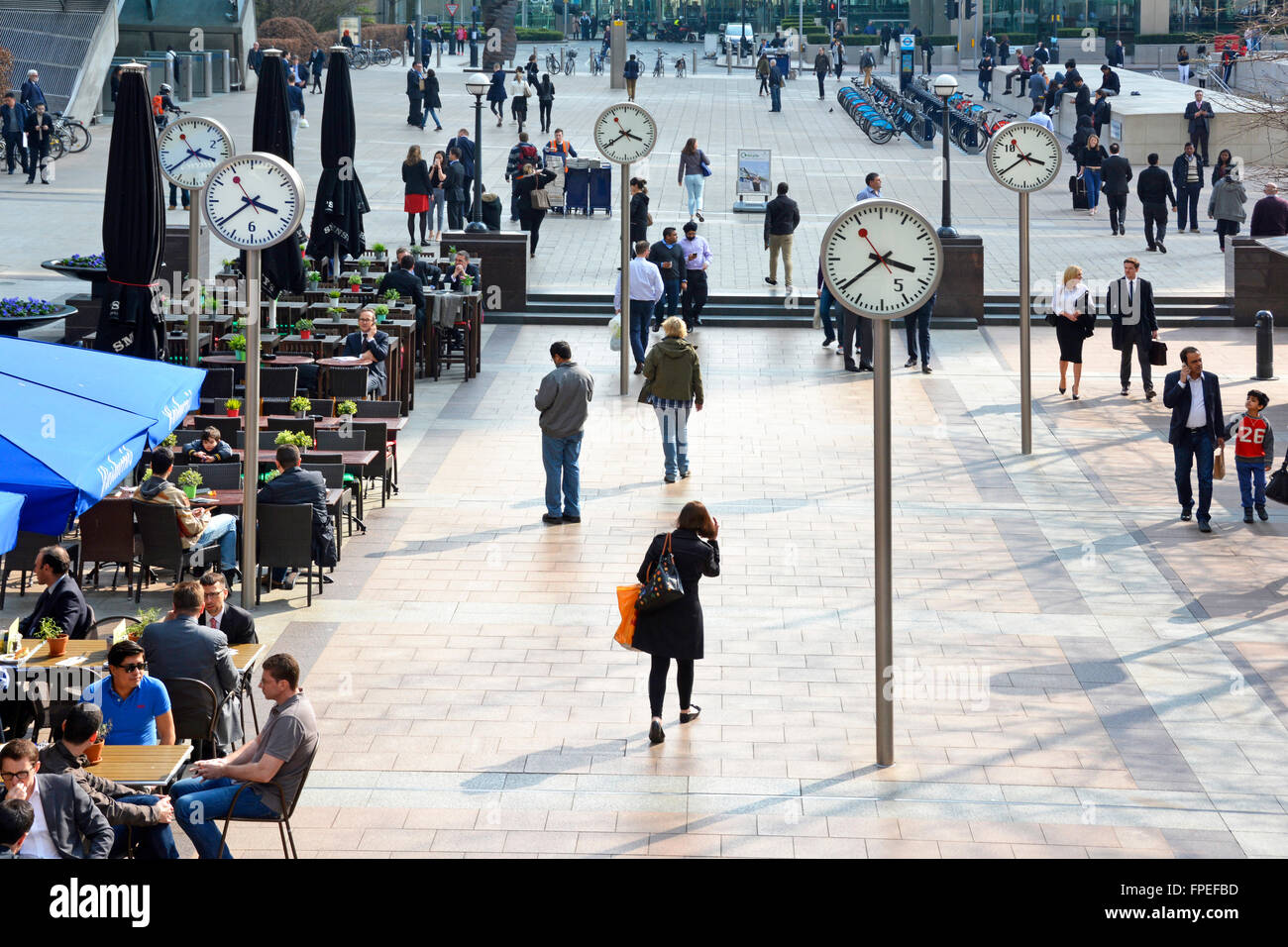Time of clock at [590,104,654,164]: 3:39
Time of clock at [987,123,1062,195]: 3:39
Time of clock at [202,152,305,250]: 3:39
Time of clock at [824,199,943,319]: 3:39
